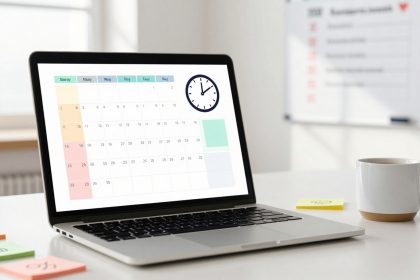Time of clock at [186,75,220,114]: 12:09
